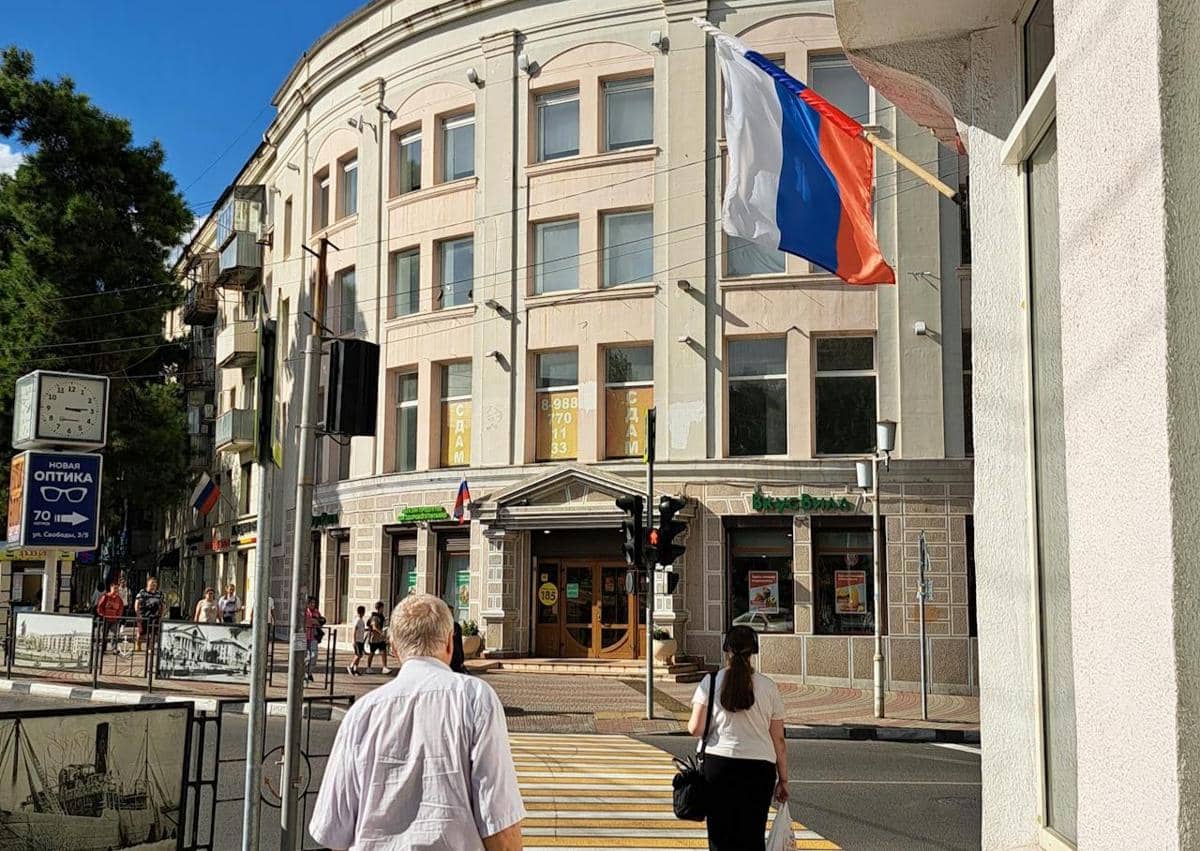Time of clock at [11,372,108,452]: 3:14
